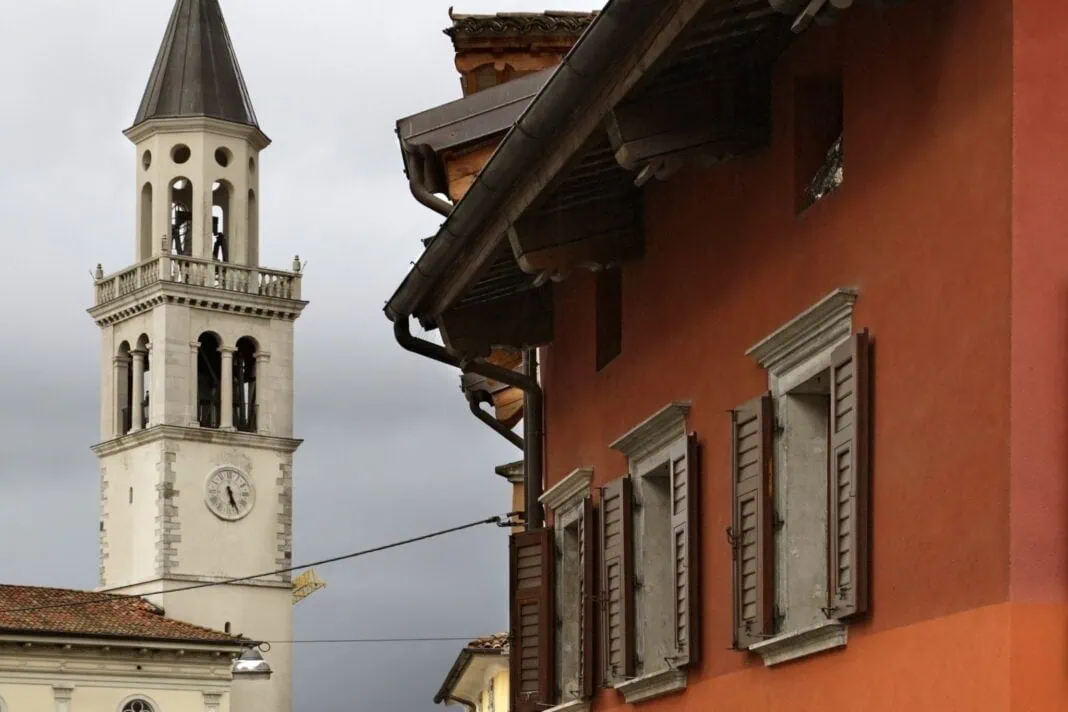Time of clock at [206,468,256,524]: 5:26
